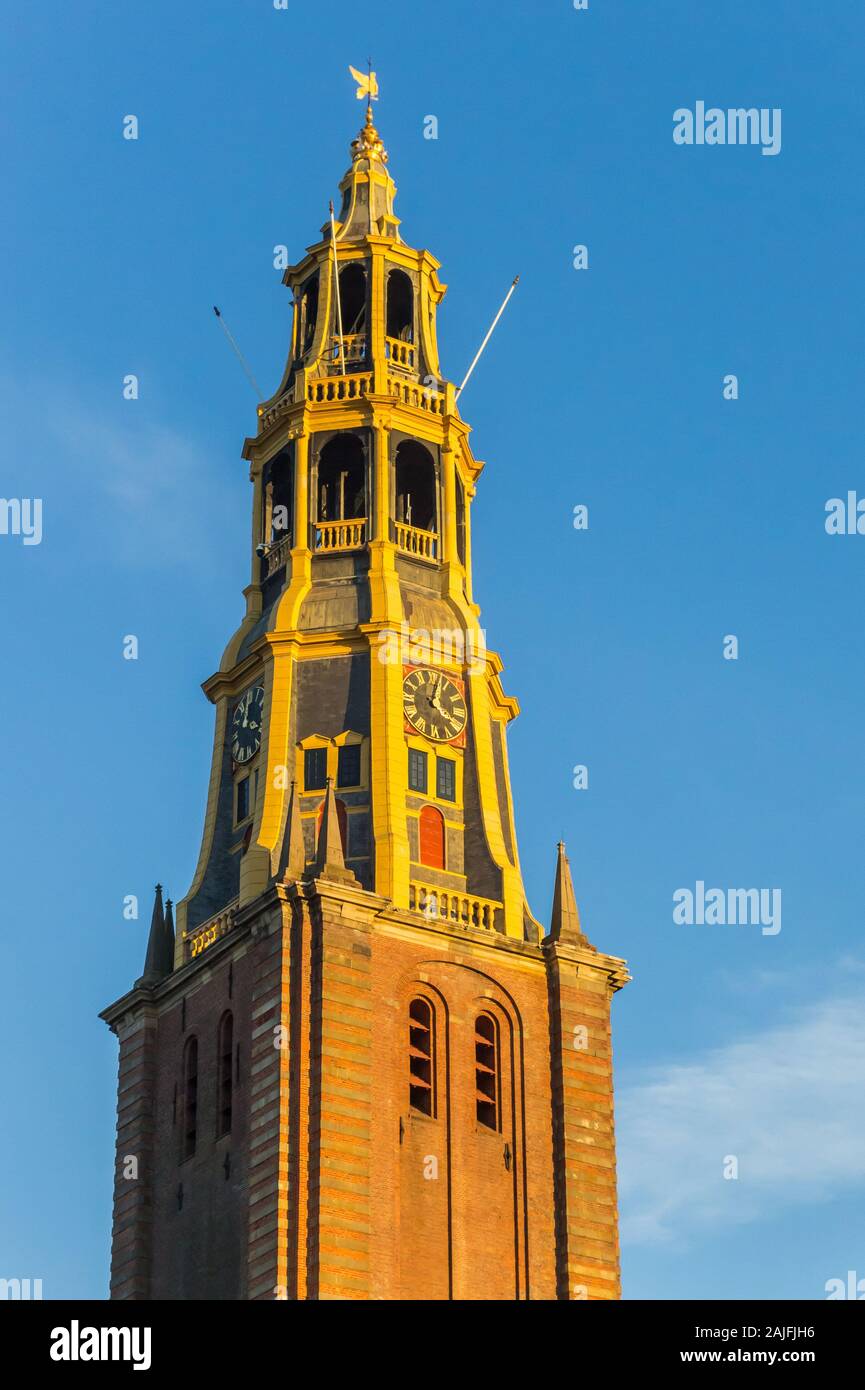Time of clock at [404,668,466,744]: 4:02
